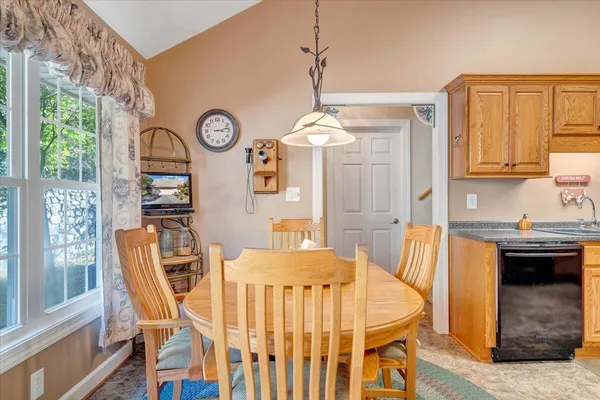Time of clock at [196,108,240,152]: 3:12
